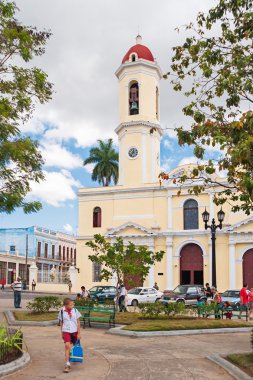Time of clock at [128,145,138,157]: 7:01
